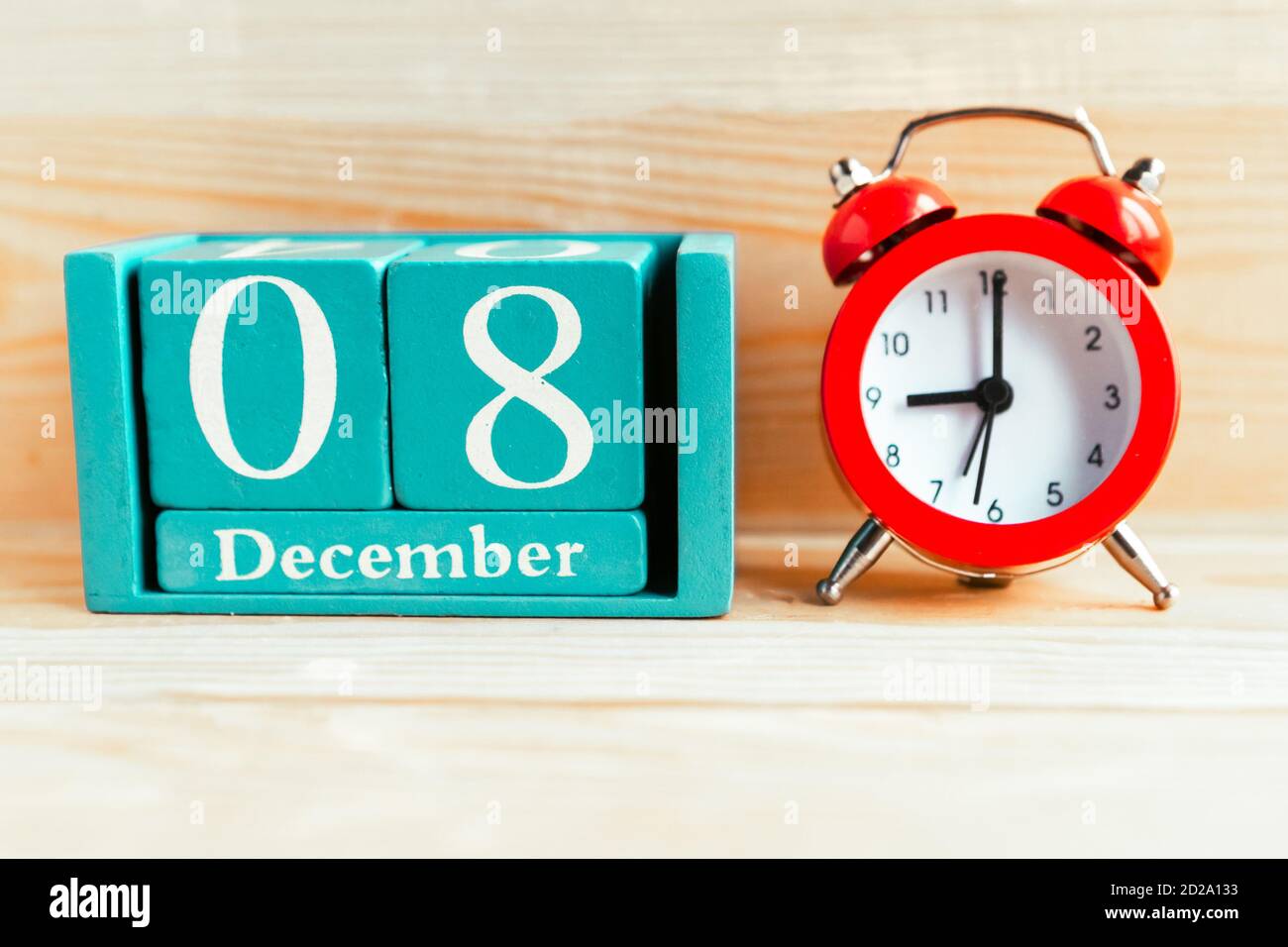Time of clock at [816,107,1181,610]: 9:01
